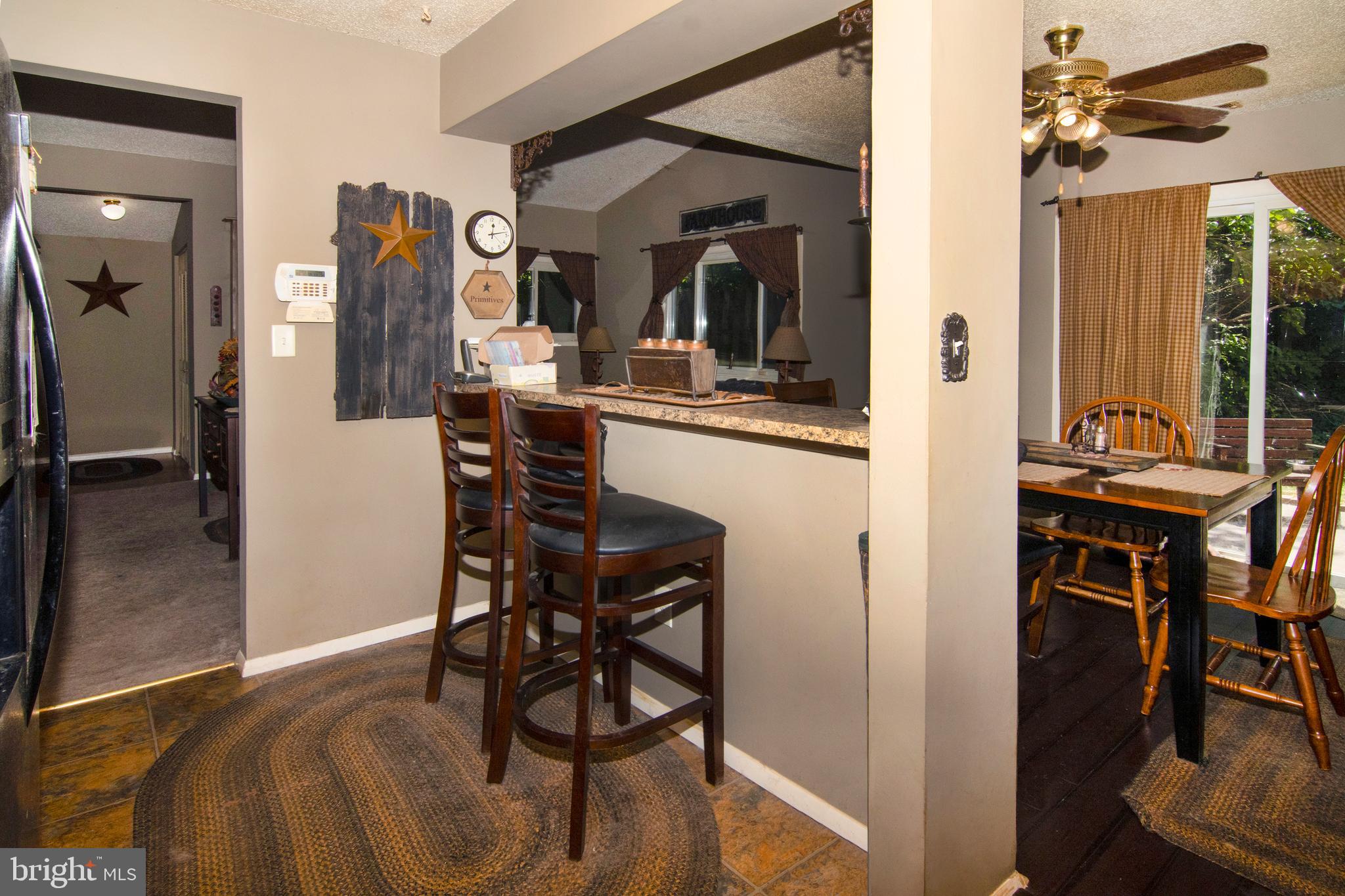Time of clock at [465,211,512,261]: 12:13
